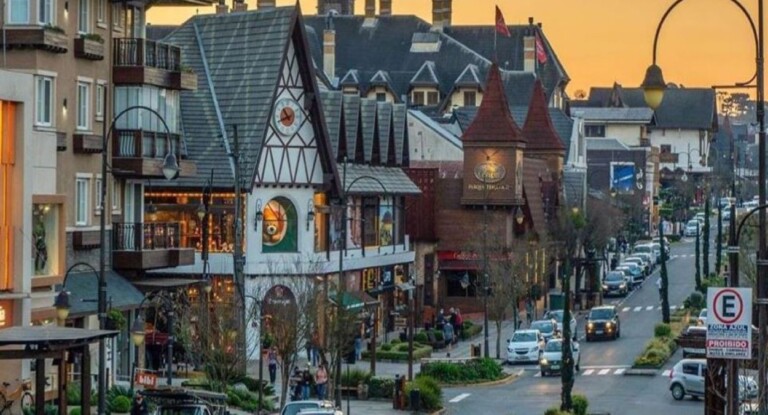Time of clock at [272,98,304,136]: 10:41
